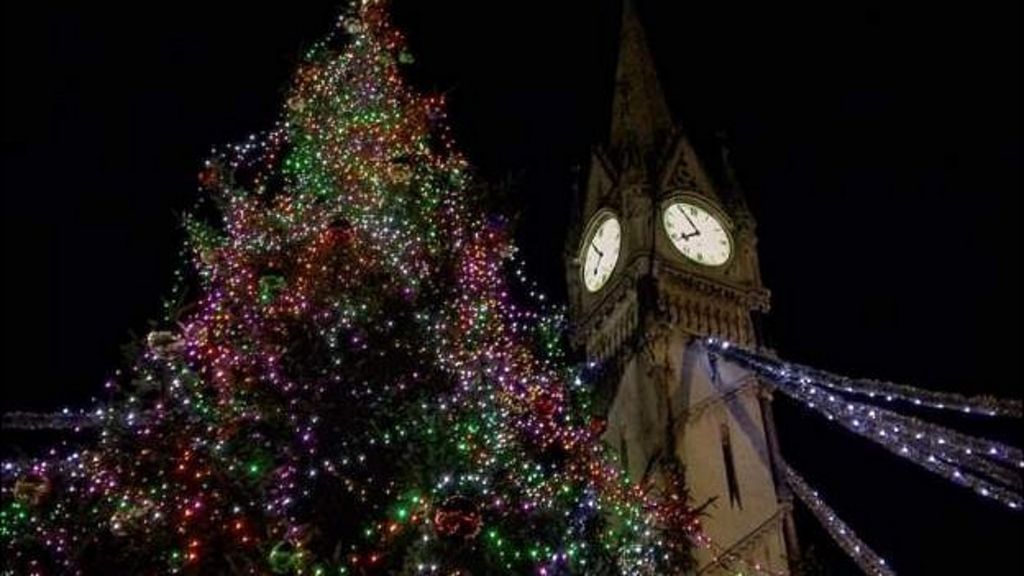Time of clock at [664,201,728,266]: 7:54
